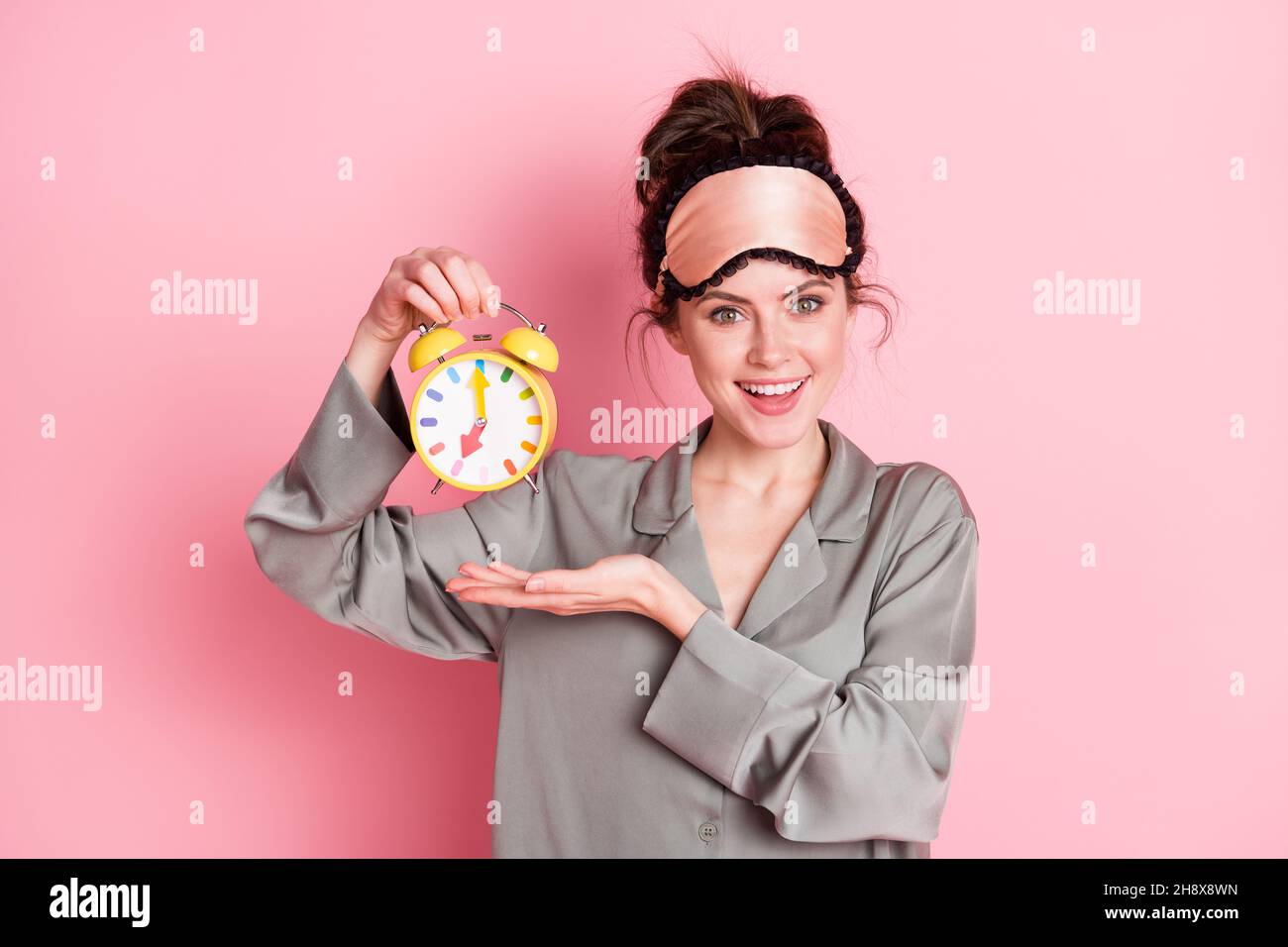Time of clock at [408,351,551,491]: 7:00
